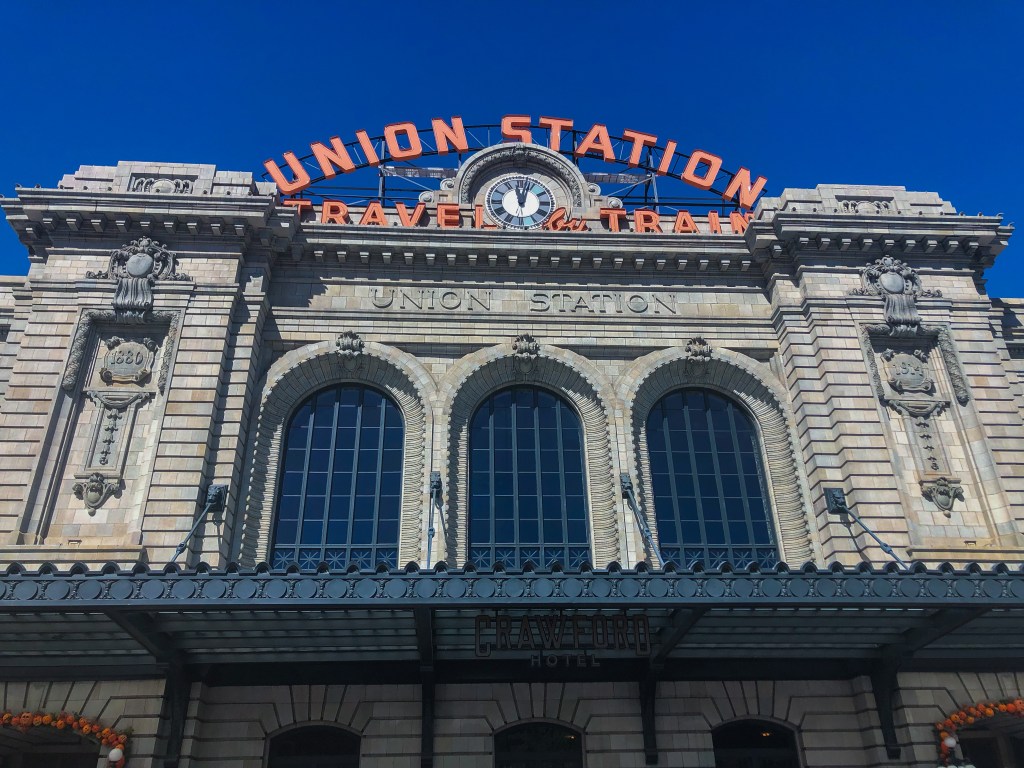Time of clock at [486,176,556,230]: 12:02
